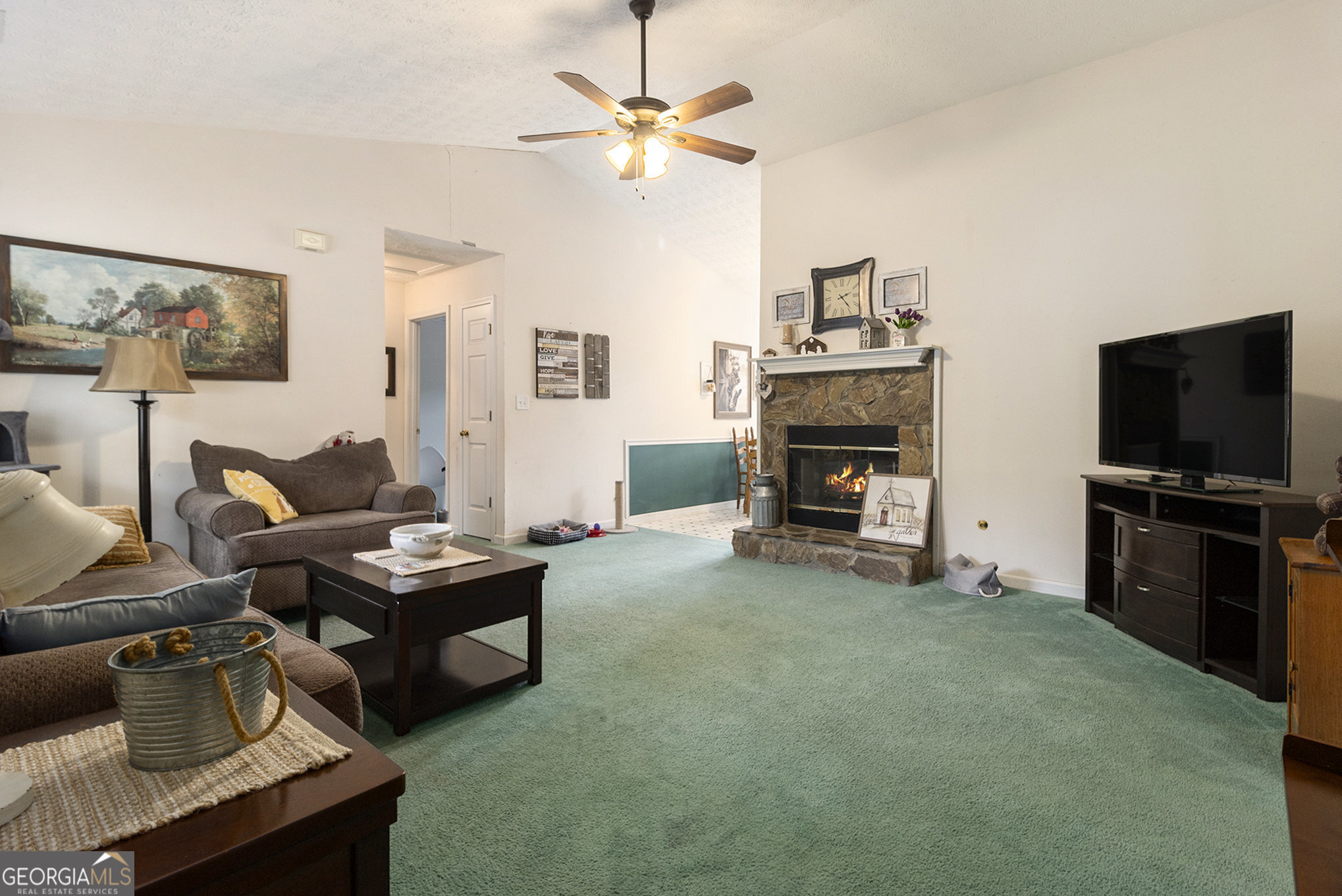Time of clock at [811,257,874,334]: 2:23
